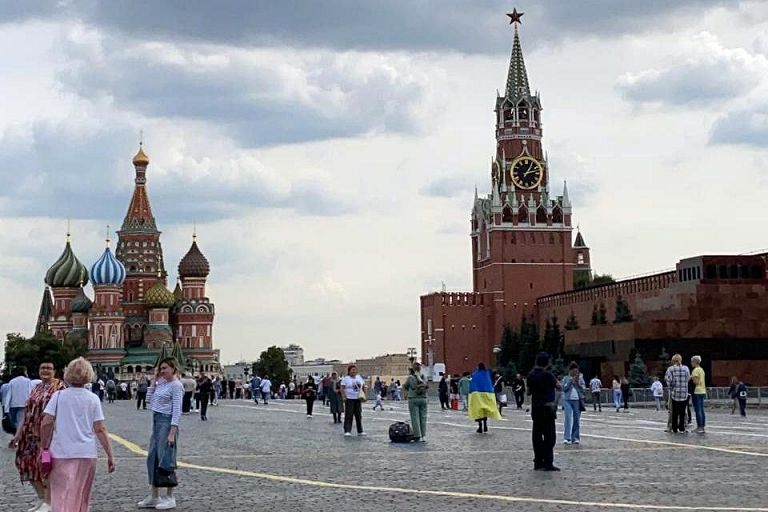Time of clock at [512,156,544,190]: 1:13
